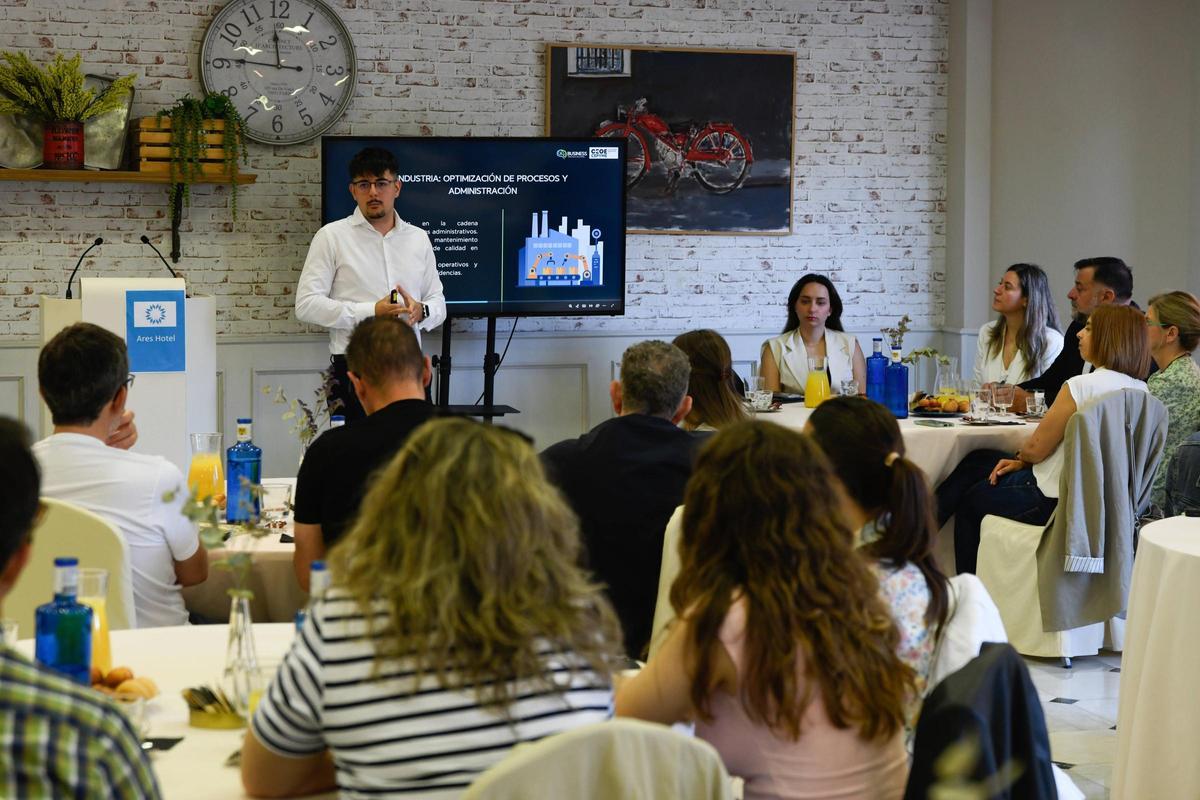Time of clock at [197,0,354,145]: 11:45
